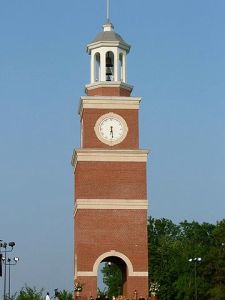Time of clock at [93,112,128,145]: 6:28
